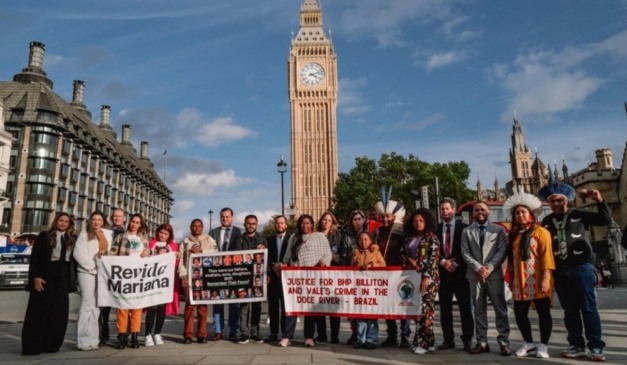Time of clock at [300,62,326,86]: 4:12
